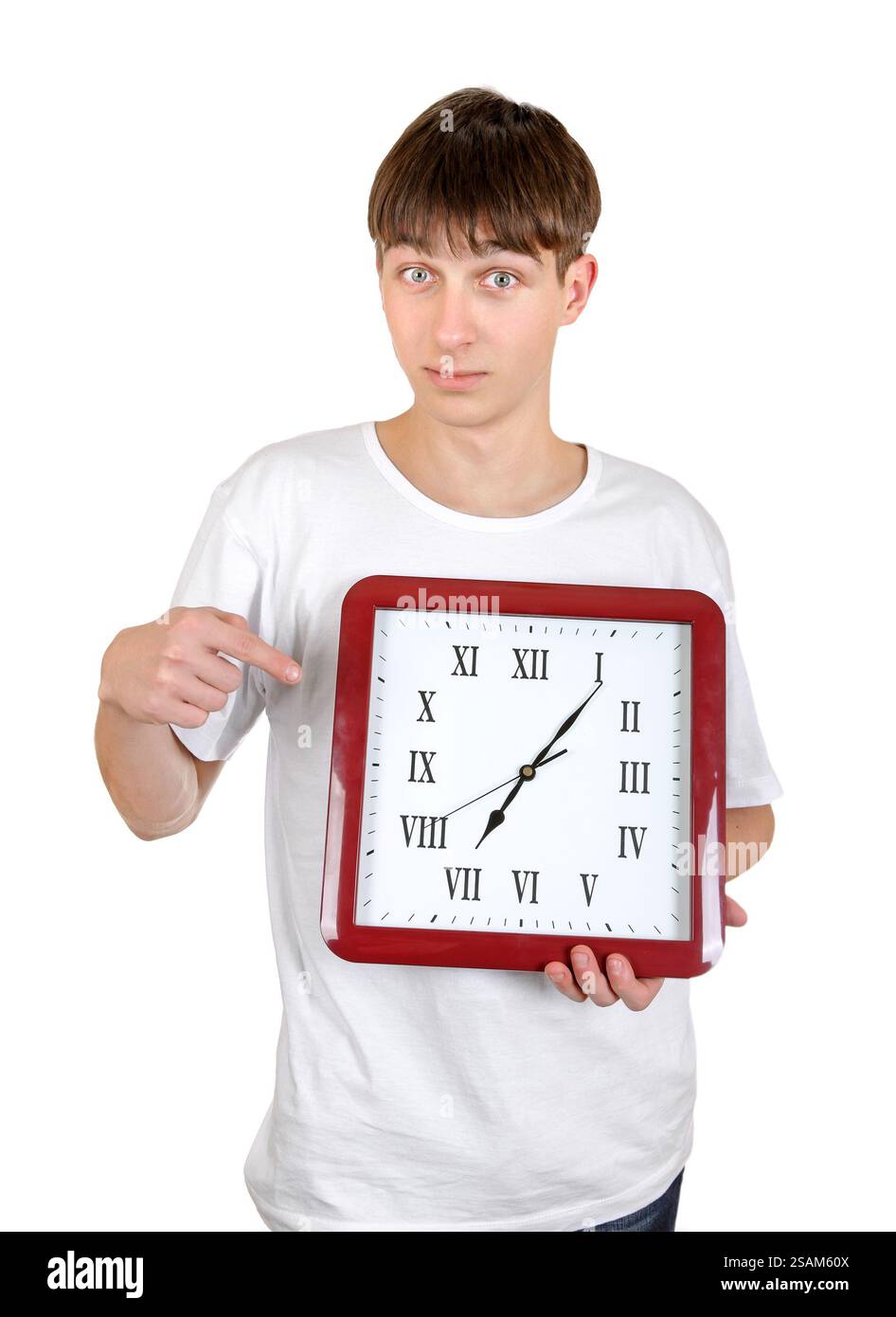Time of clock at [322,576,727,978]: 7:06
